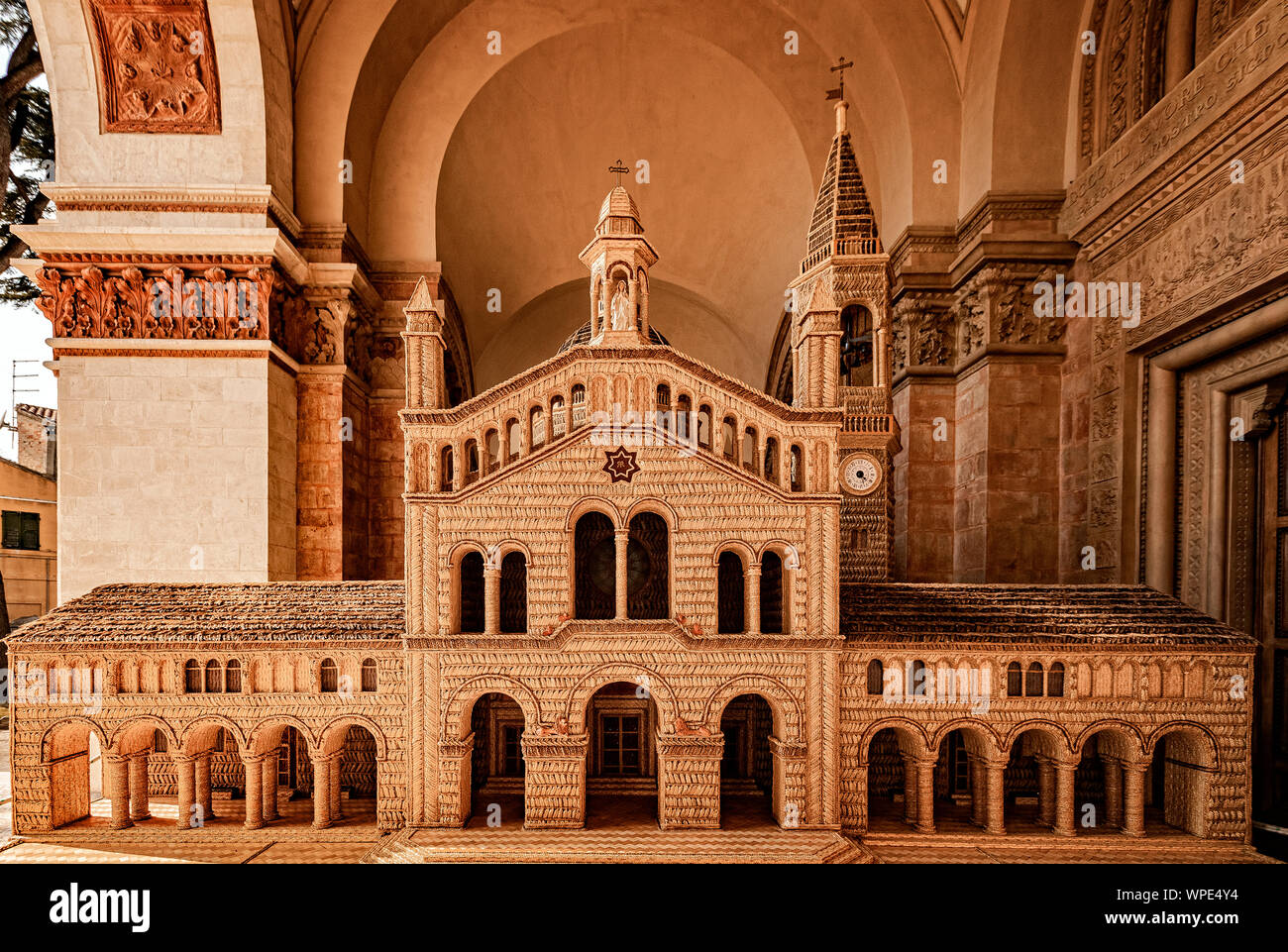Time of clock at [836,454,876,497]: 4:27
